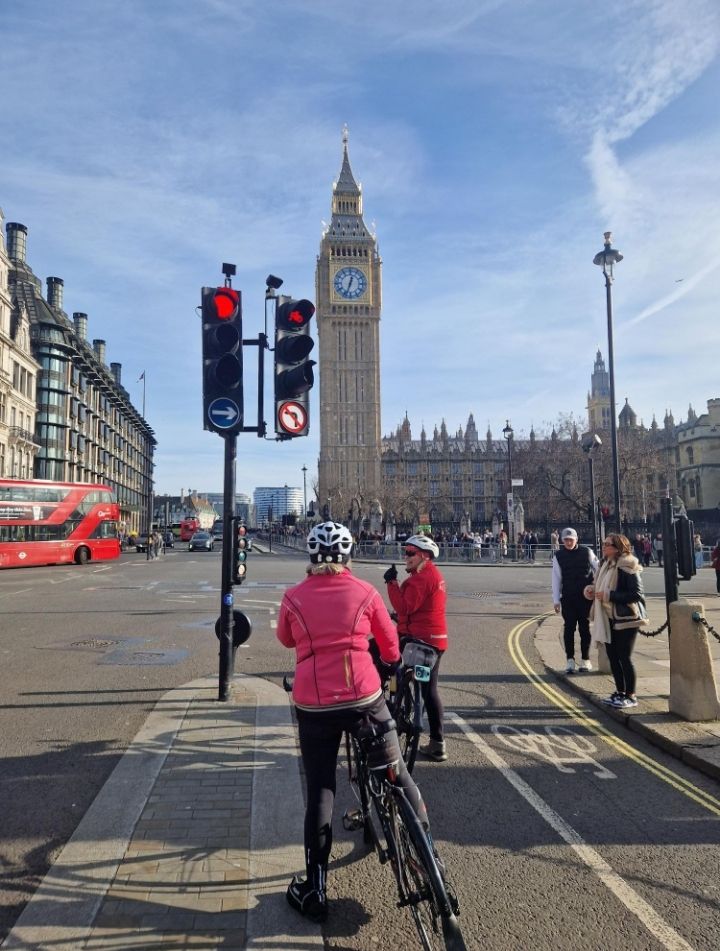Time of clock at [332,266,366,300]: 12:33
